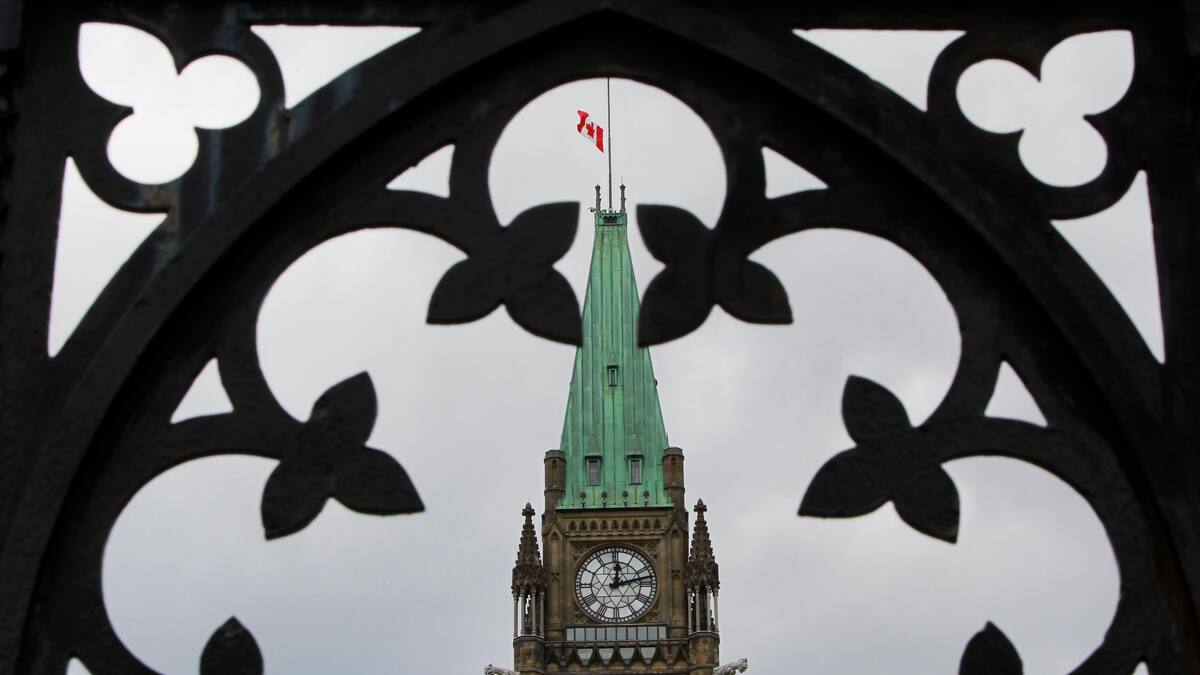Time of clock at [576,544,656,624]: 12:12
